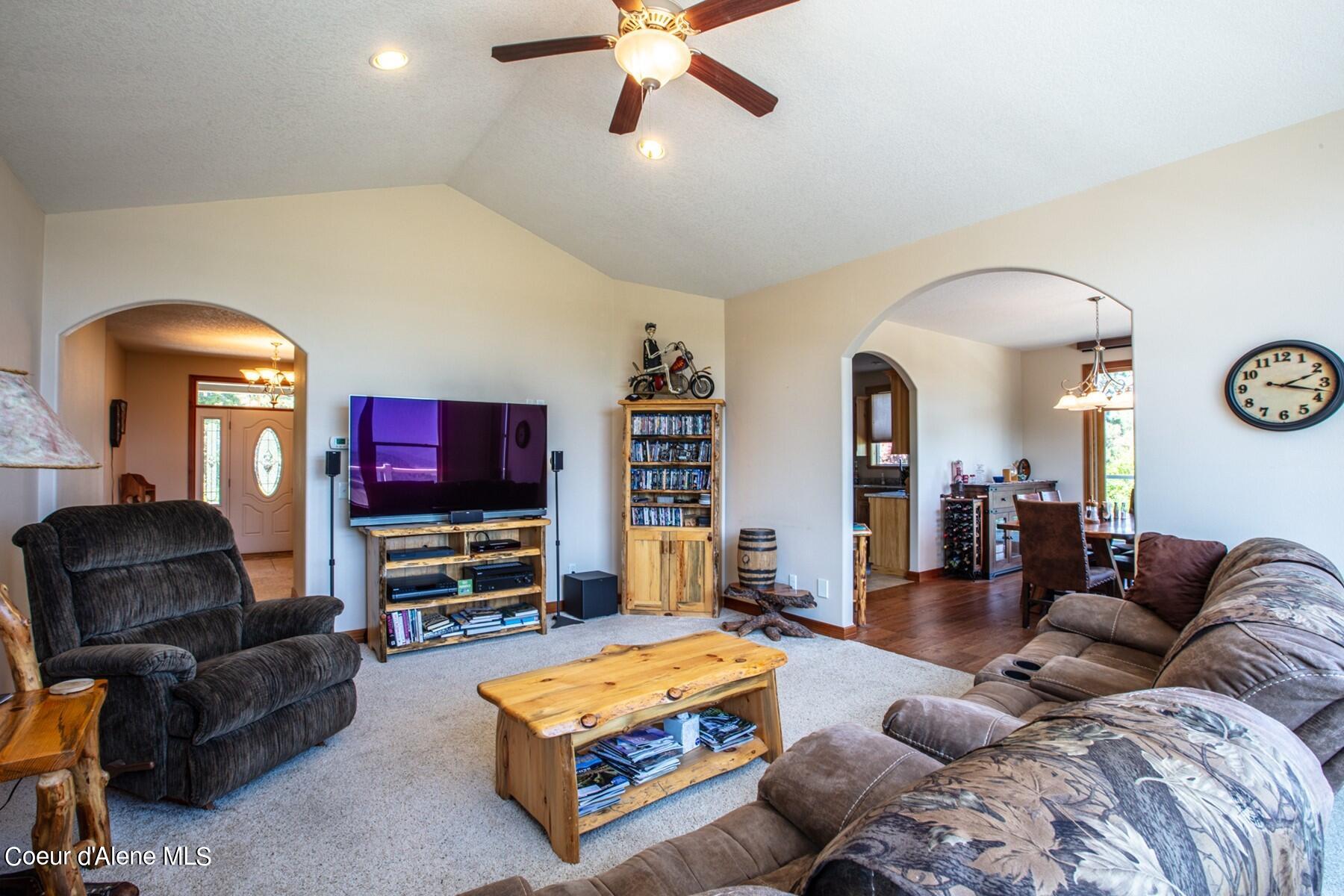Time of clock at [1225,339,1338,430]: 2:17
